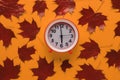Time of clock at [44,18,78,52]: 5:59
